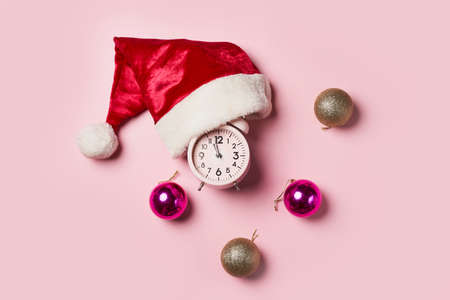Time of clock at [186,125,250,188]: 10:57
